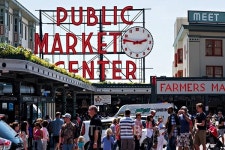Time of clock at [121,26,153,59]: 2:46
